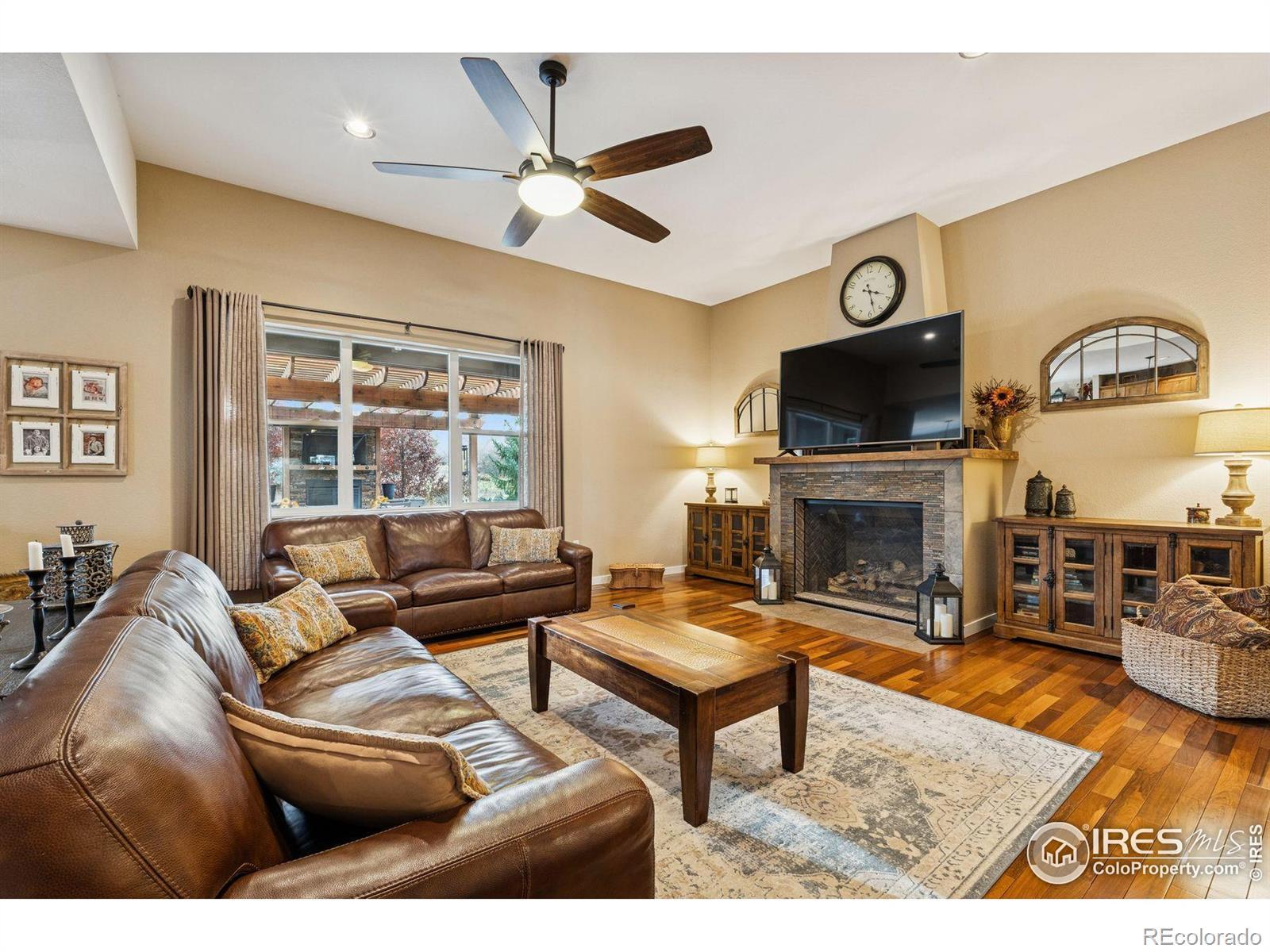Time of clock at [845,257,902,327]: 3:27
